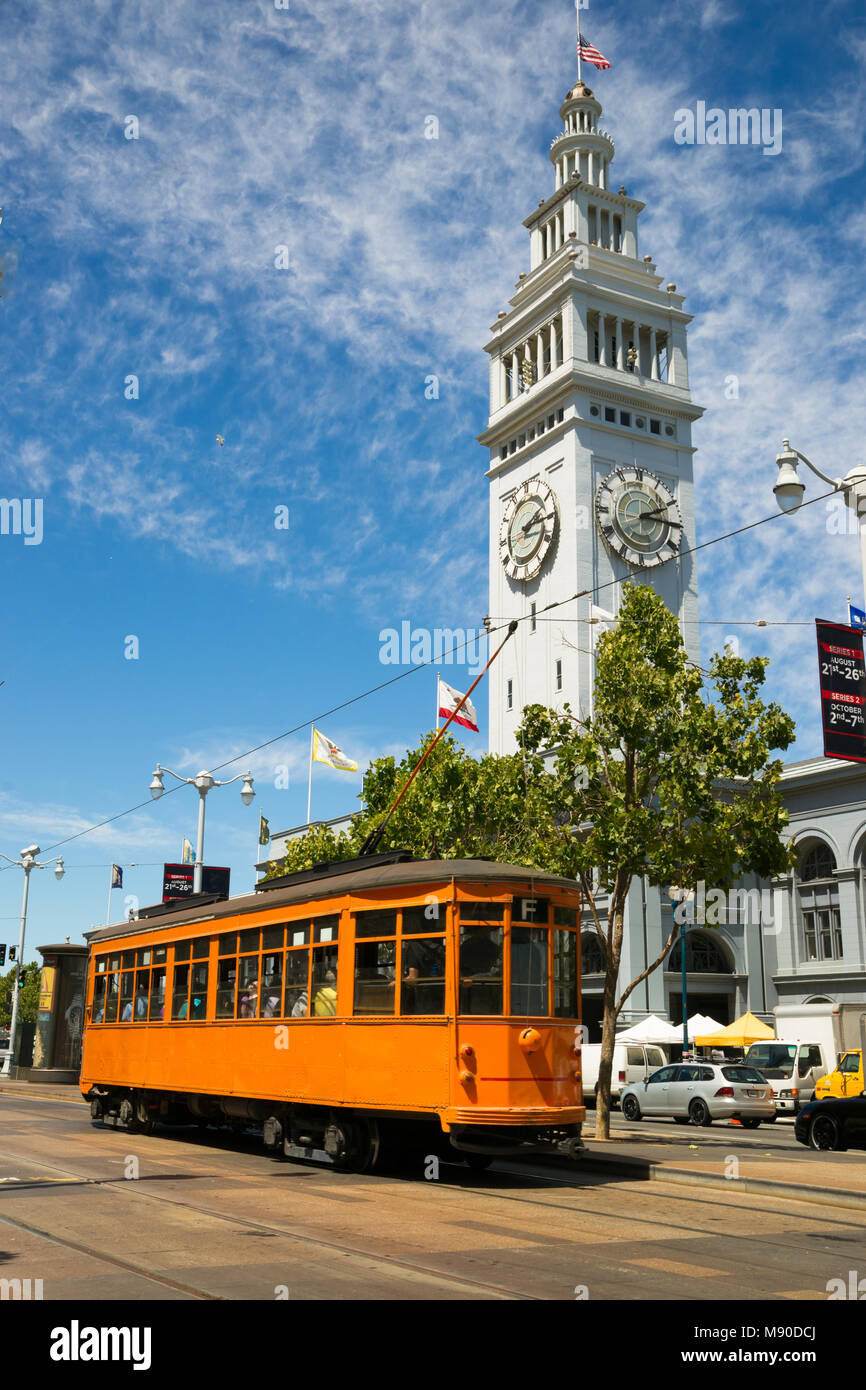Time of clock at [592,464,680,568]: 2:15
